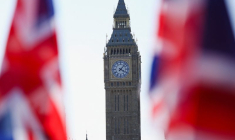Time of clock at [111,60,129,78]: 4:07
